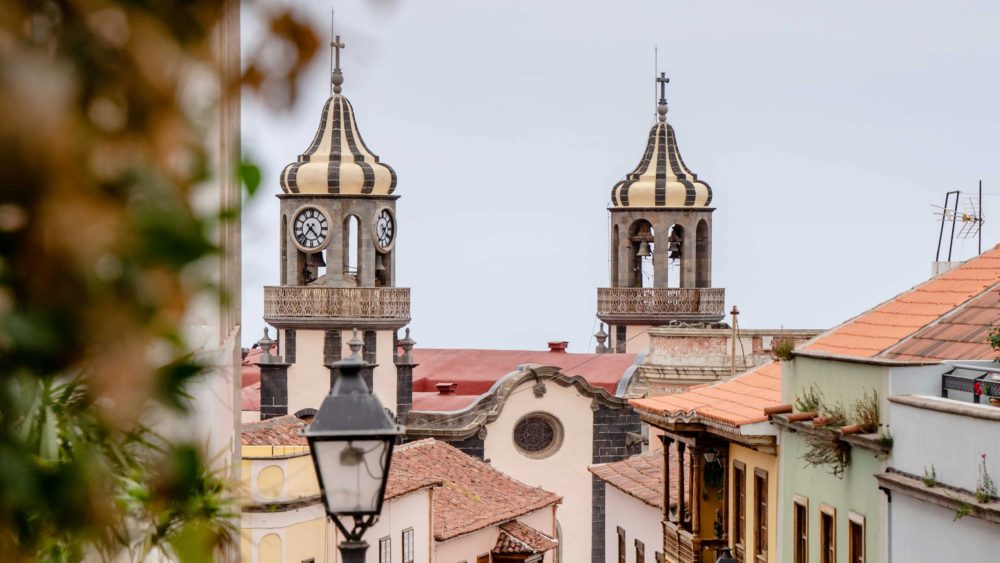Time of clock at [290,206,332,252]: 4:36
